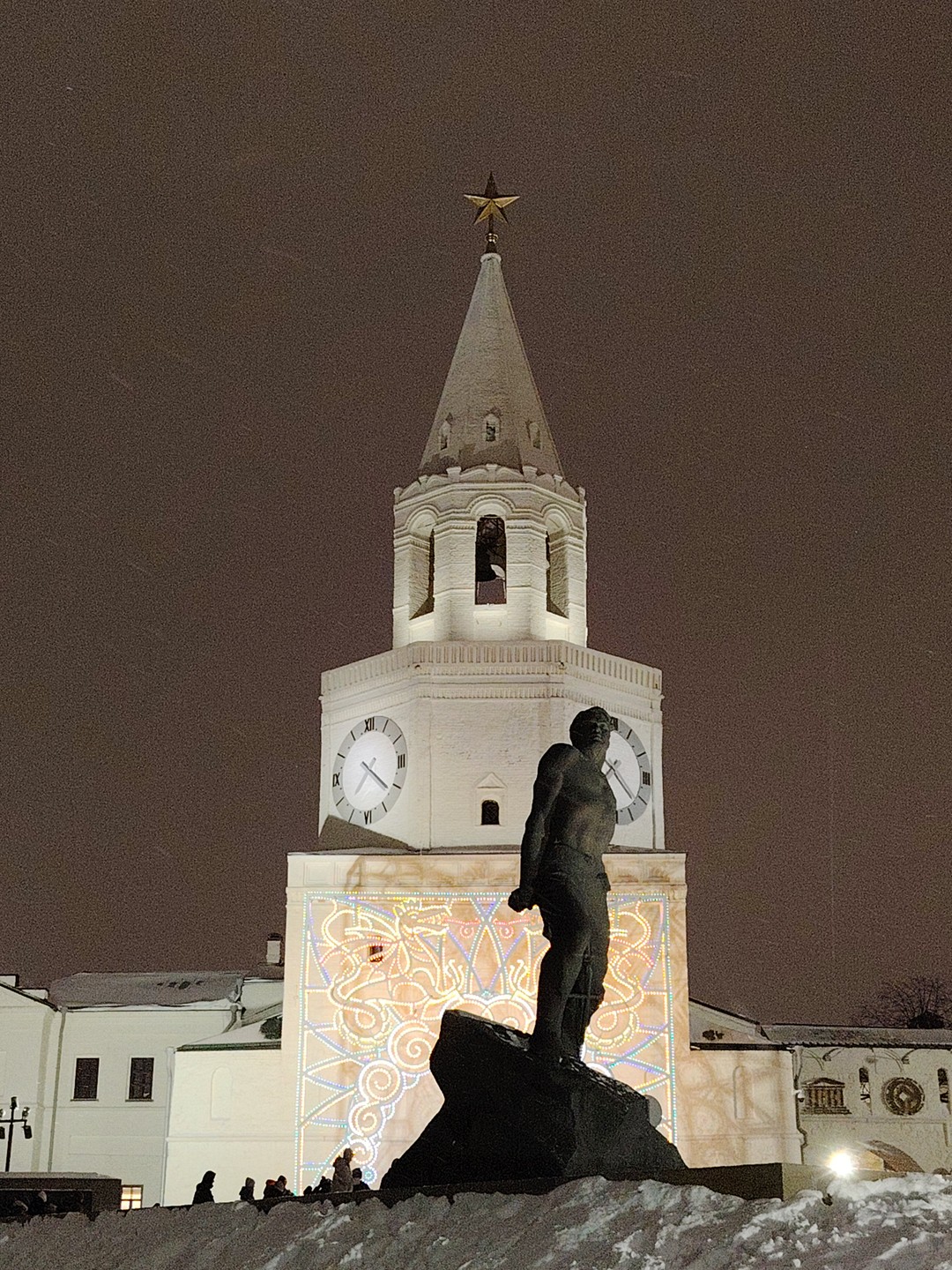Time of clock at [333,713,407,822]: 7:21
